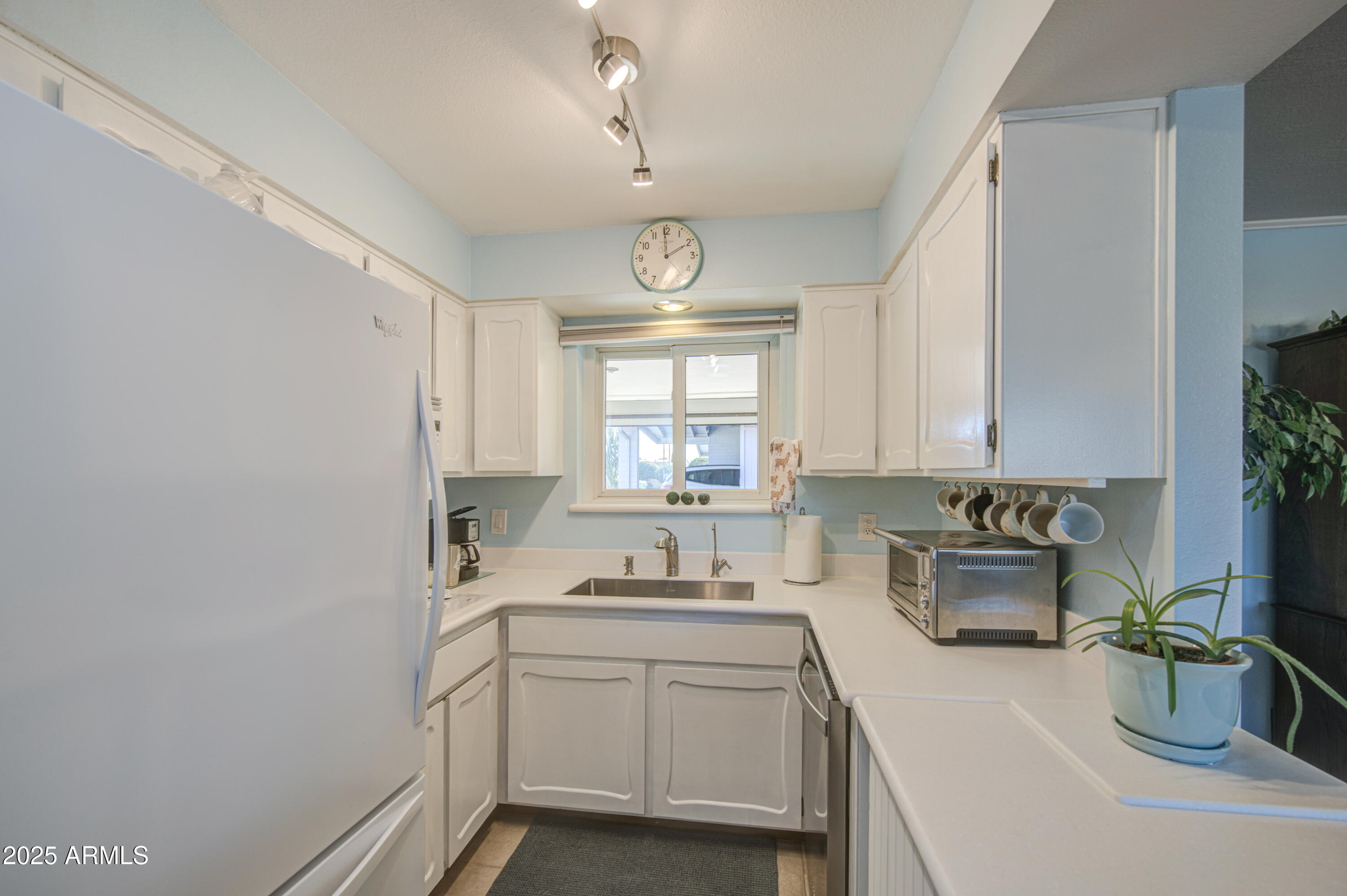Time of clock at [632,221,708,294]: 1:59
